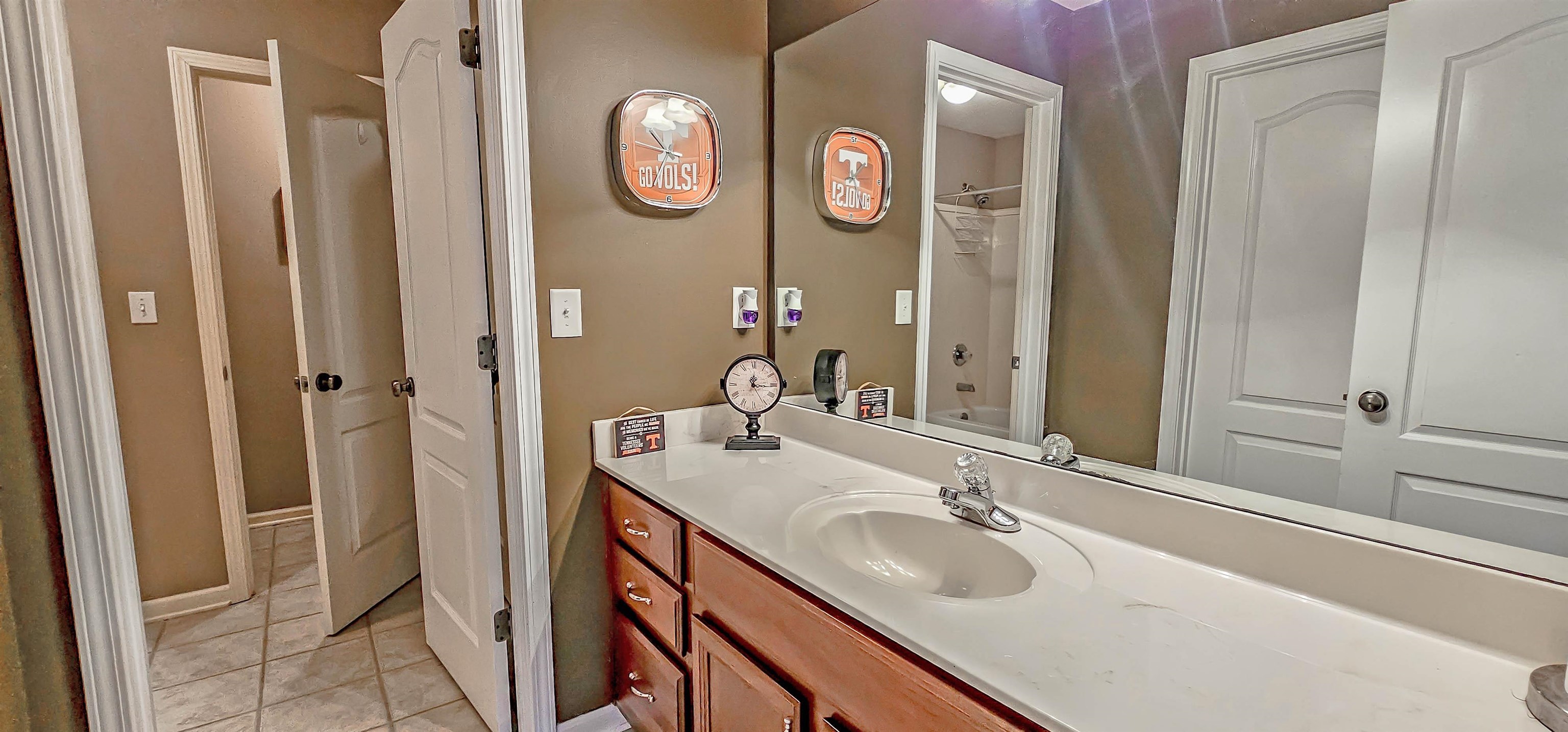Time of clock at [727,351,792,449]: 12:15
